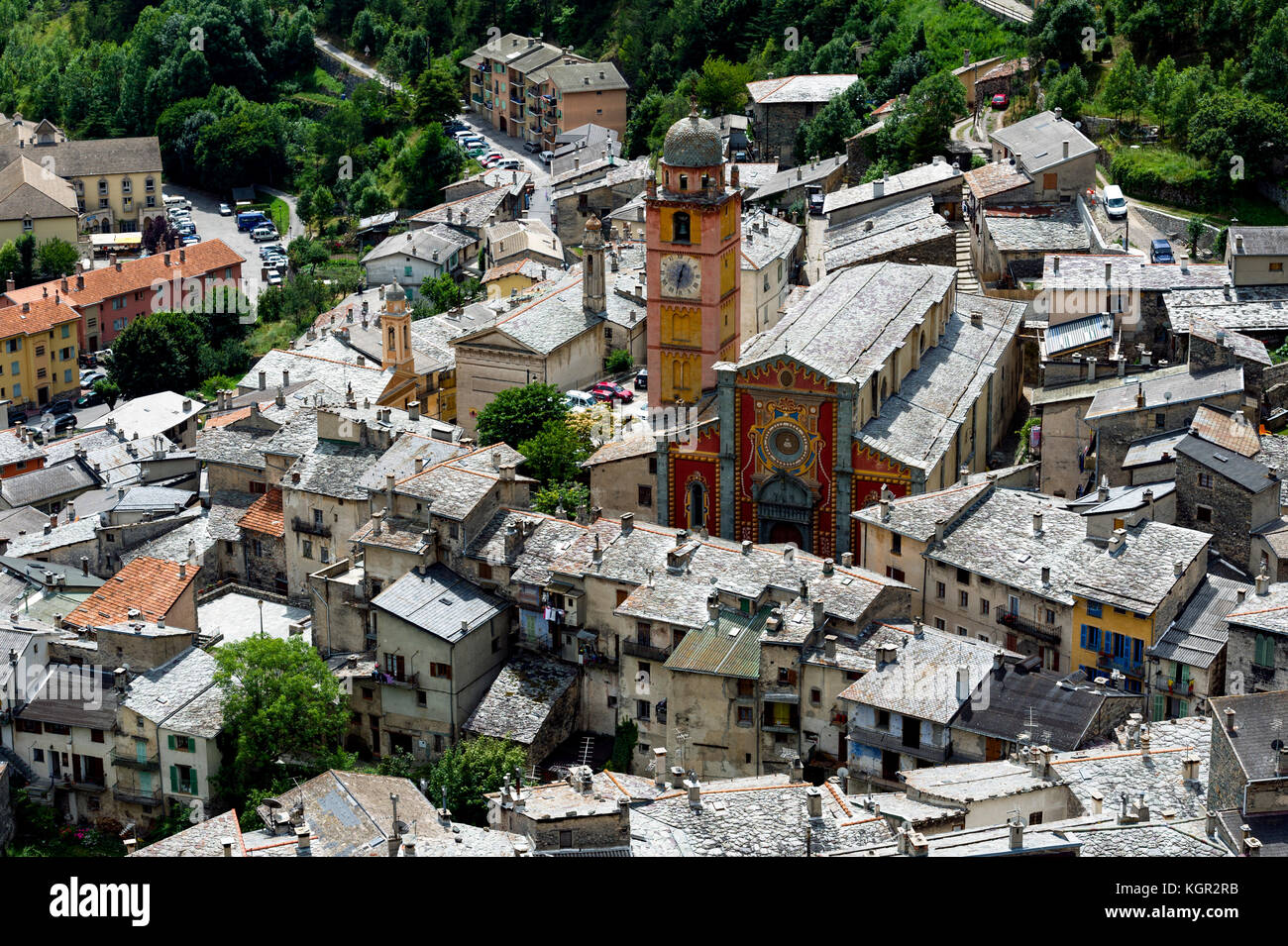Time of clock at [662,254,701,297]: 12:32
